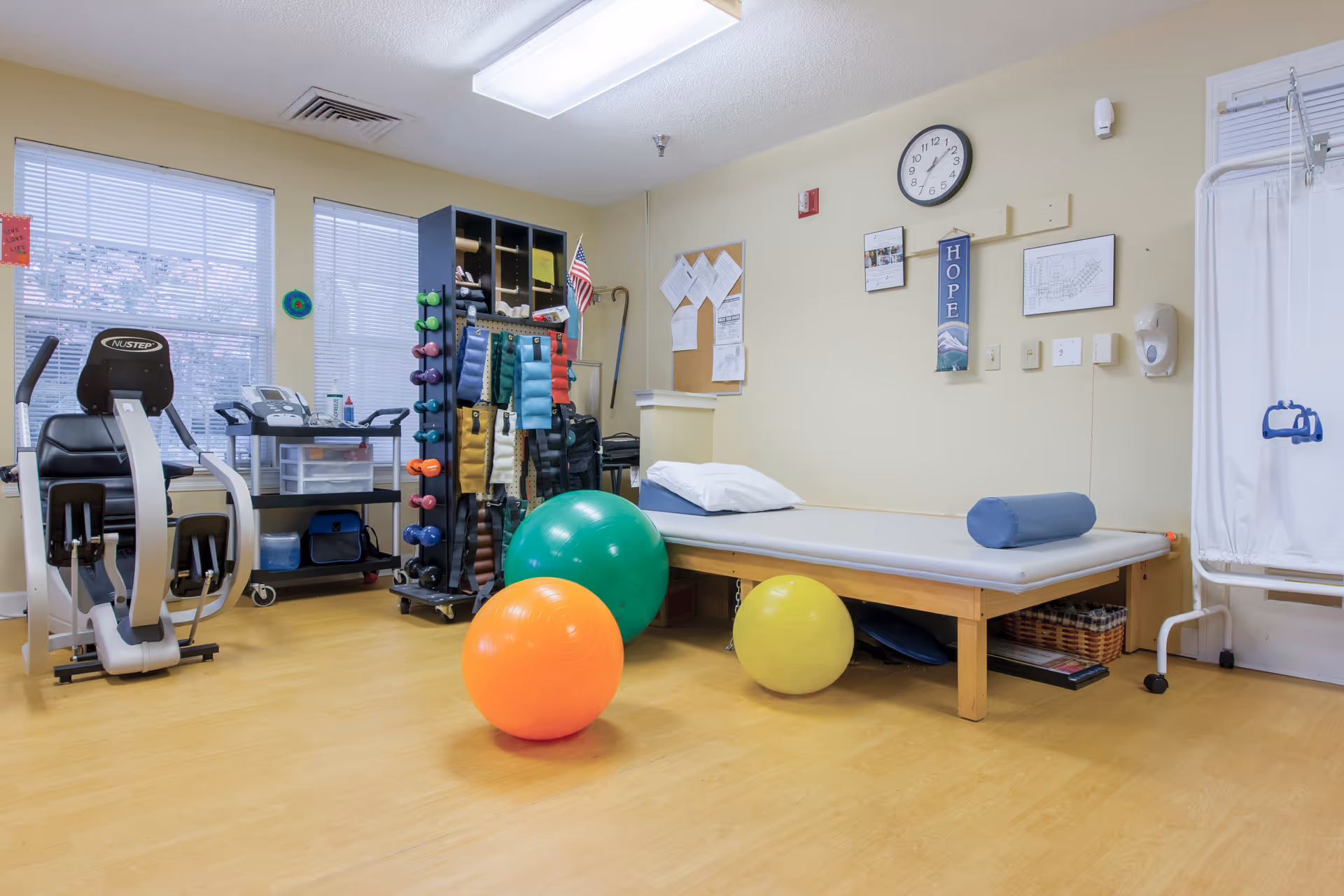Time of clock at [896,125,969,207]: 12:08
